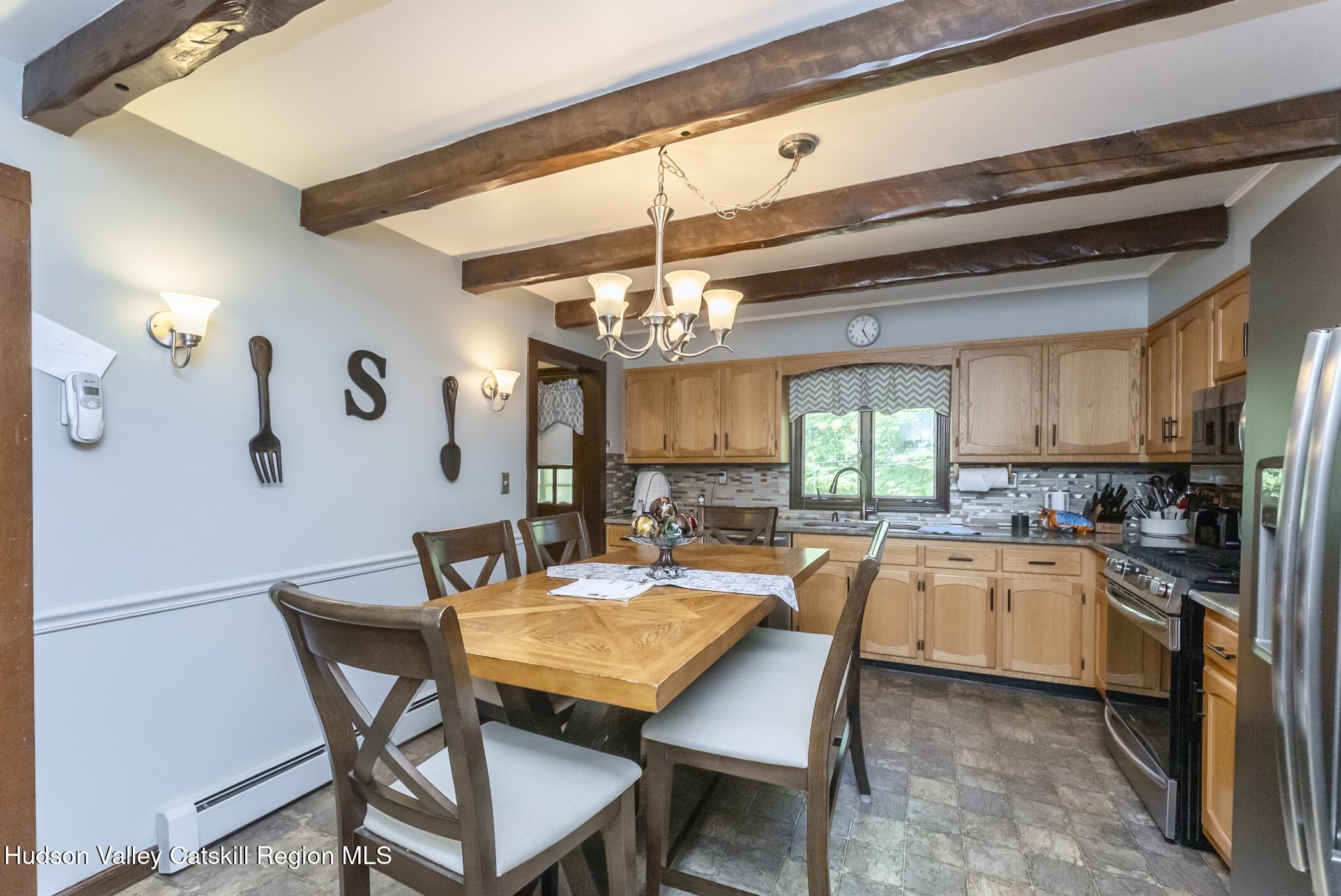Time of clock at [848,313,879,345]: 5:03
